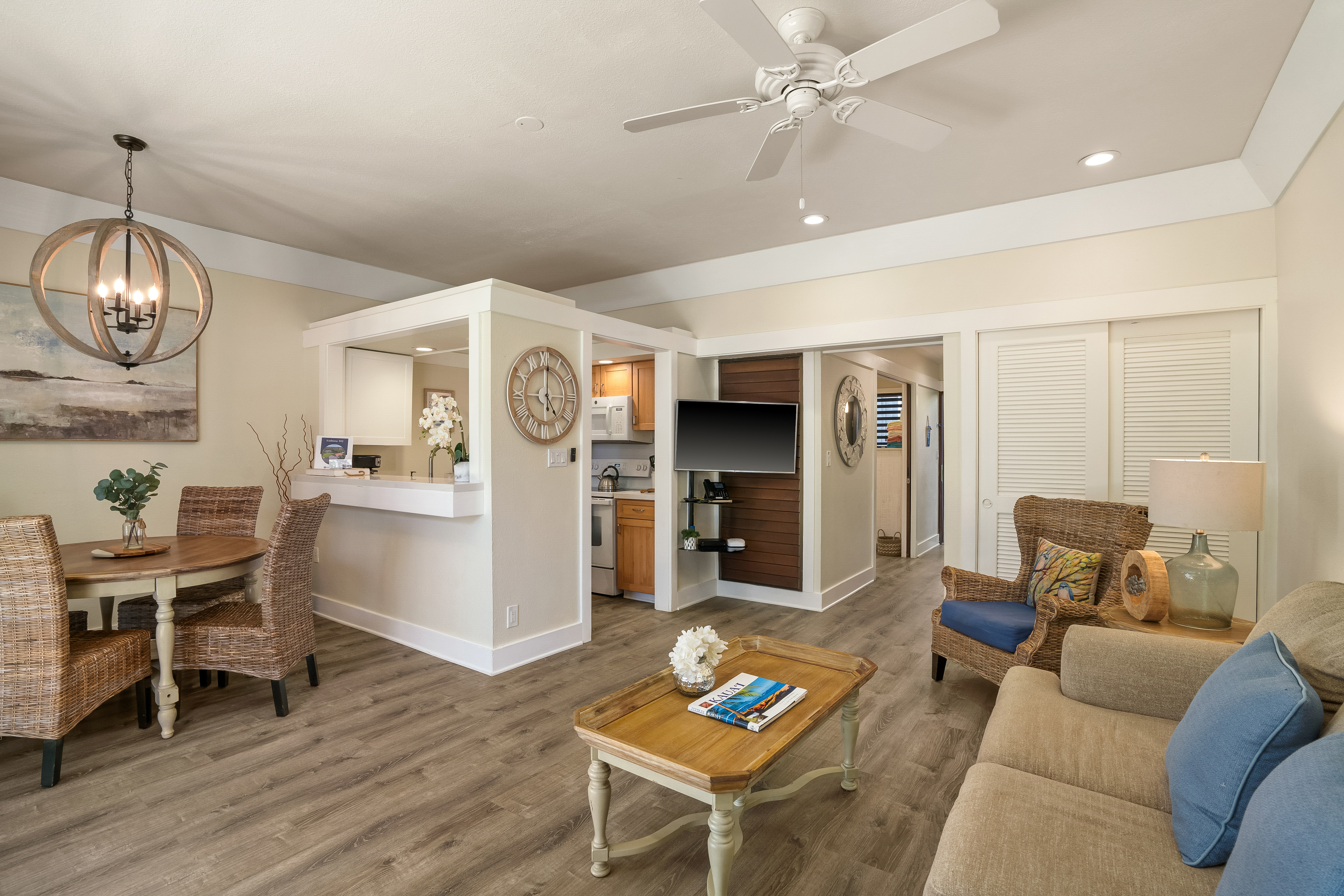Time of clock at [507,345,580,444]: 5:00
